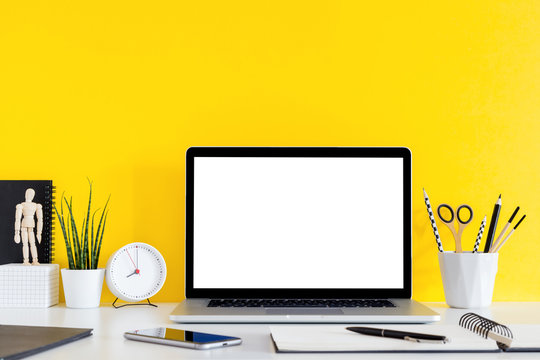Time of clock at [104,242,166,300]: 8:00
